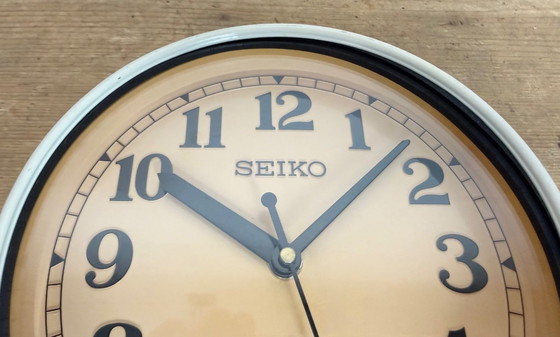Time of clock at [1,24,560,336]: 10:07
